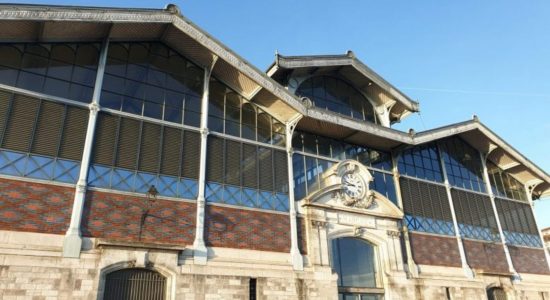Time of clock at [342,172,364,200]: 8:47
